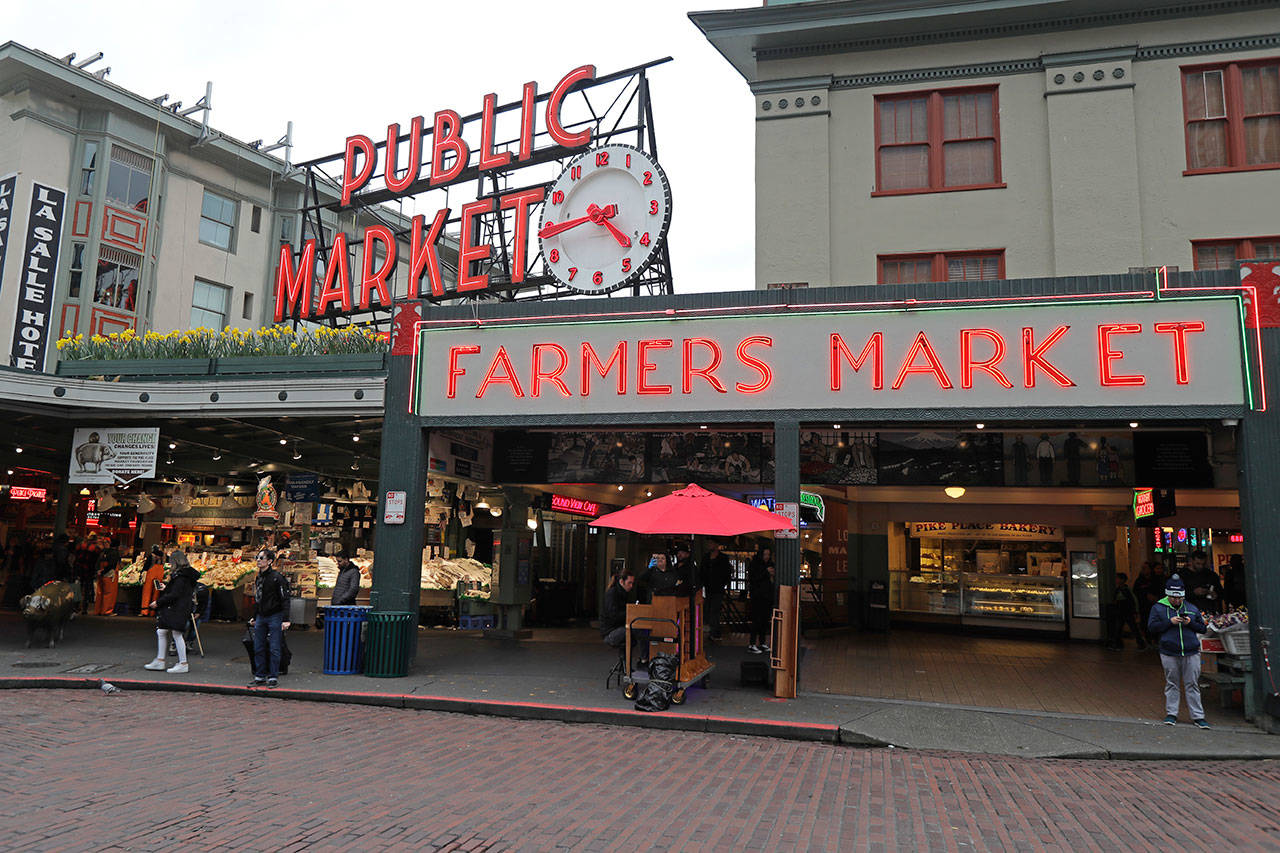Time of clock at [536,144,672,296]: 4:43
